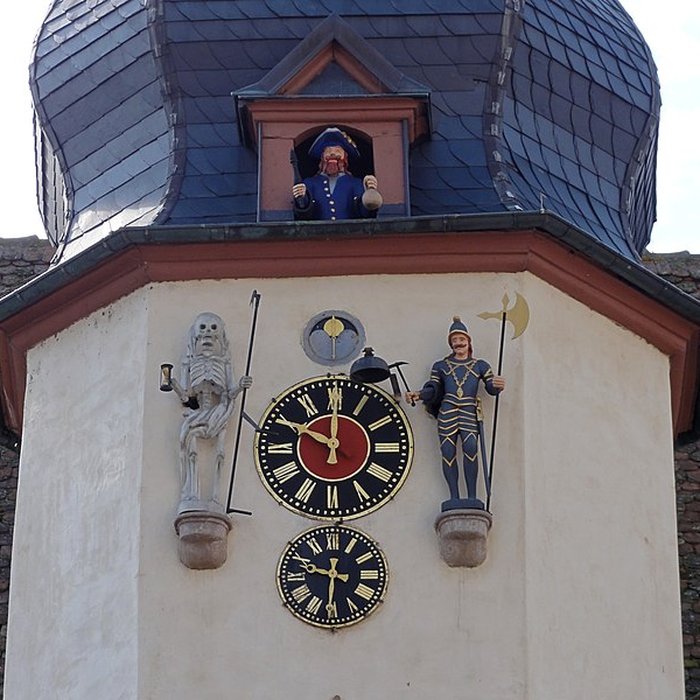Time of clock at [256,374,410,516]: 10:00
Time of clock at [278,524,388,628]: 9:30
